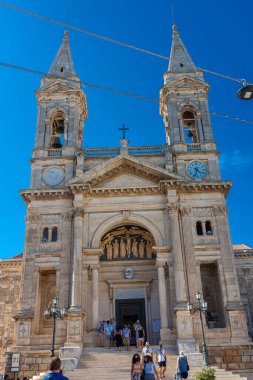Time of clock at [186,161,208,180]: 4:33
